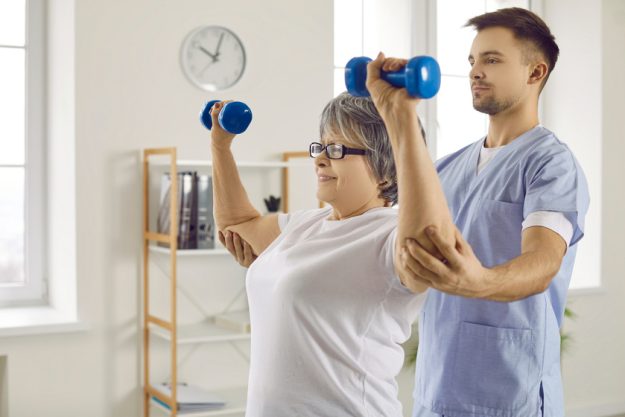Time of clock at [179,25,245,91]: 10:02
